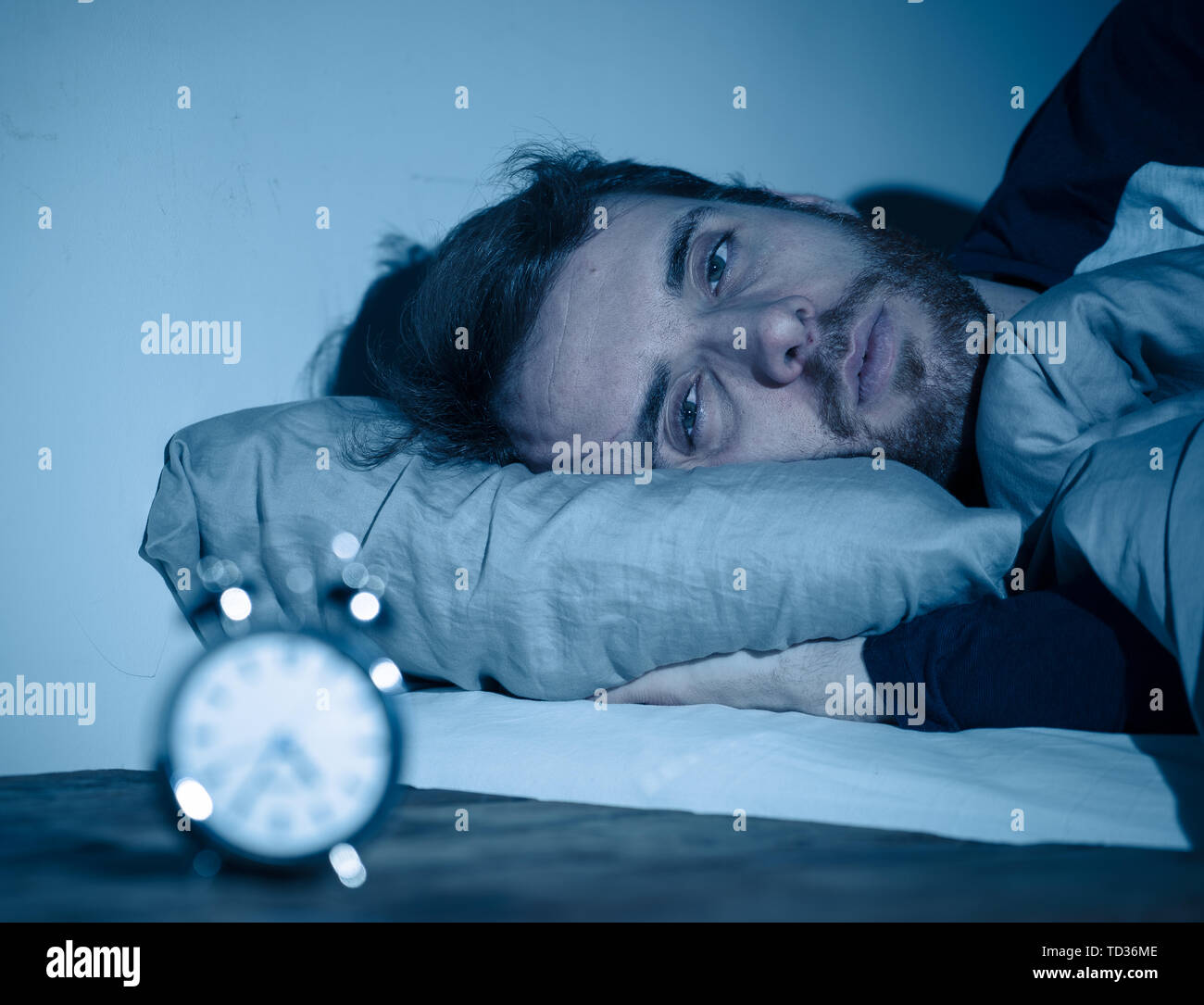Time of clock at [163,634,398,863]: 4:35
